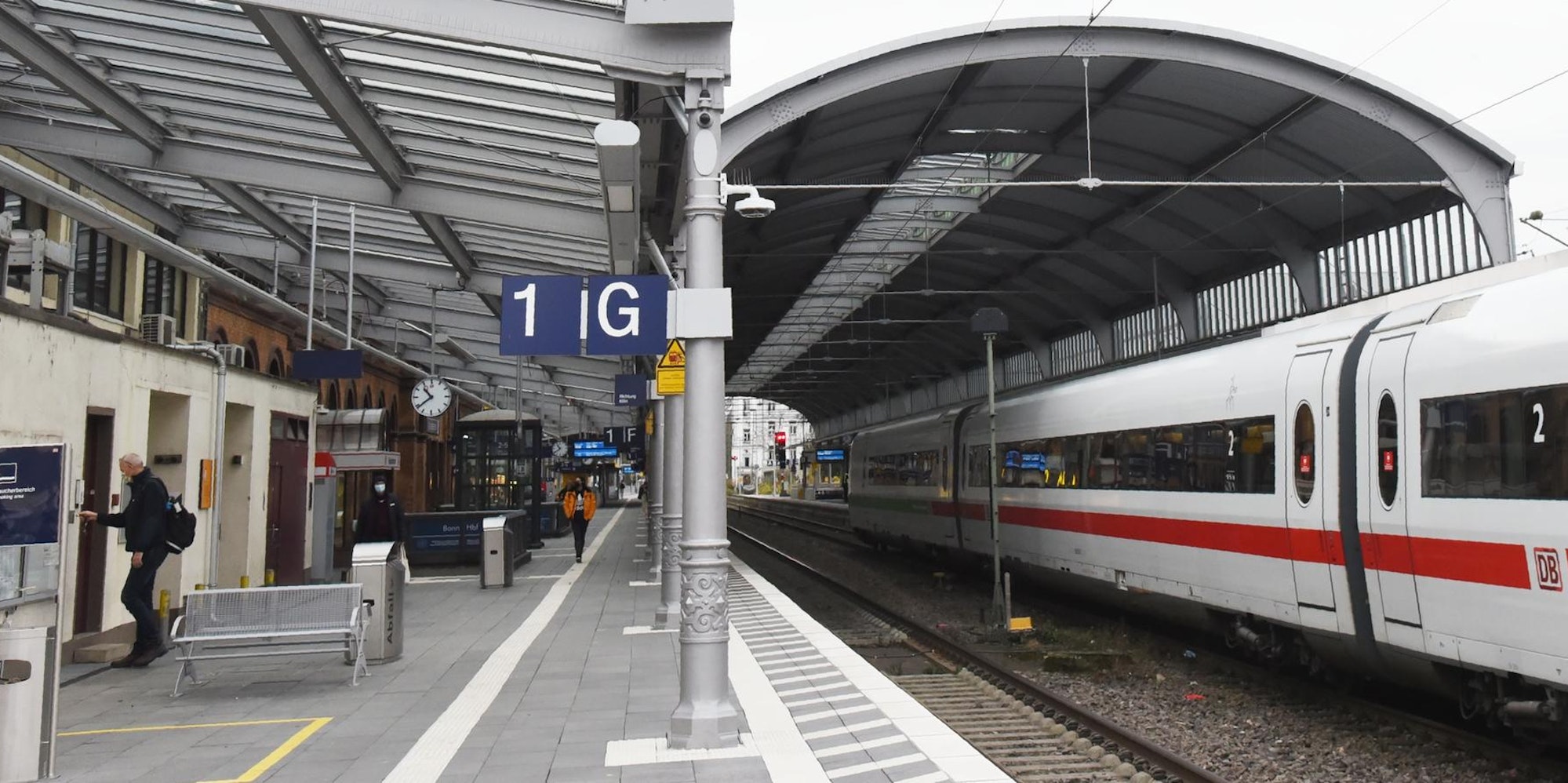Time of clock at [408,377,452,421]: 10:38
